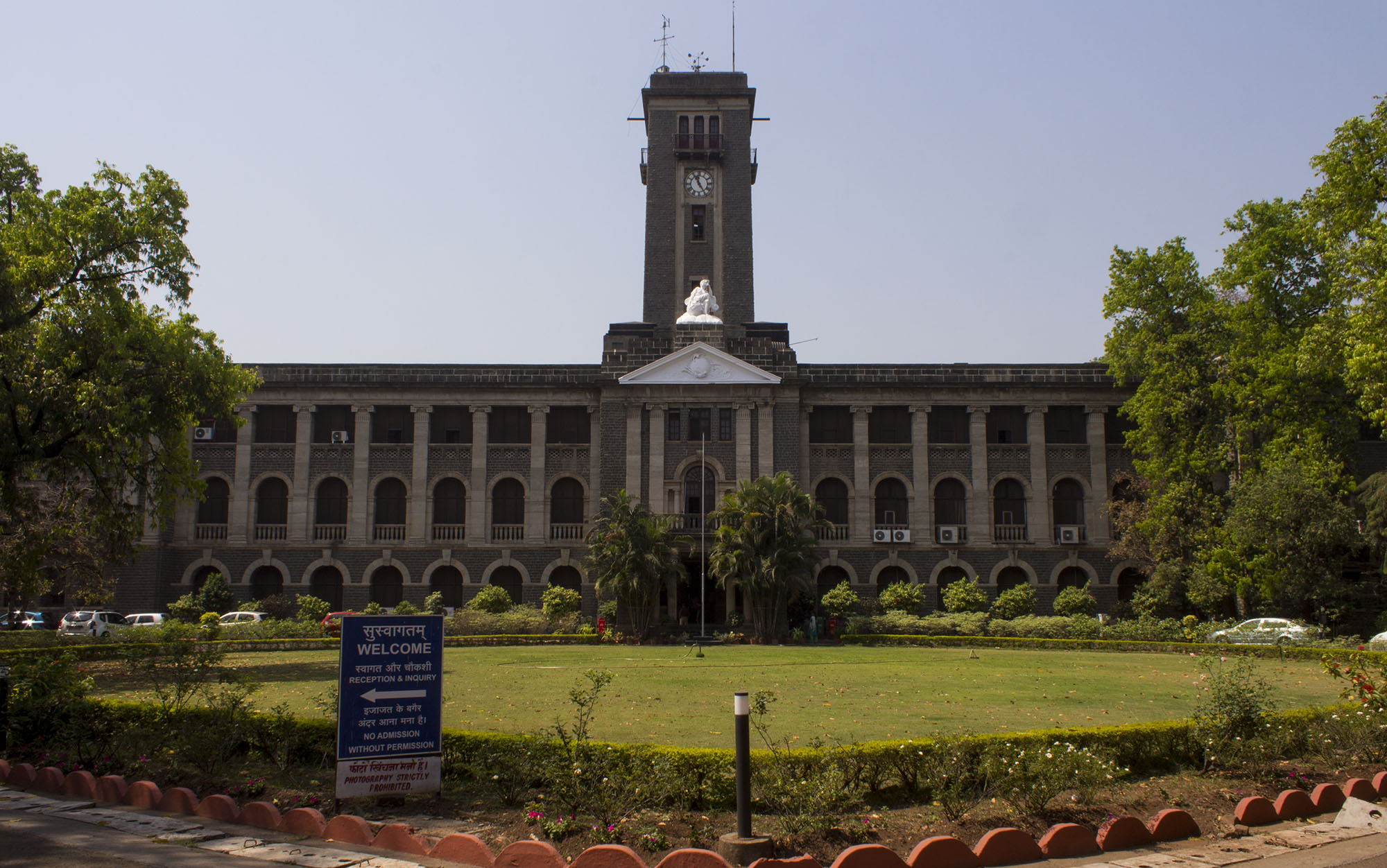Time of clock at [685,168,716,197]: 11:24
